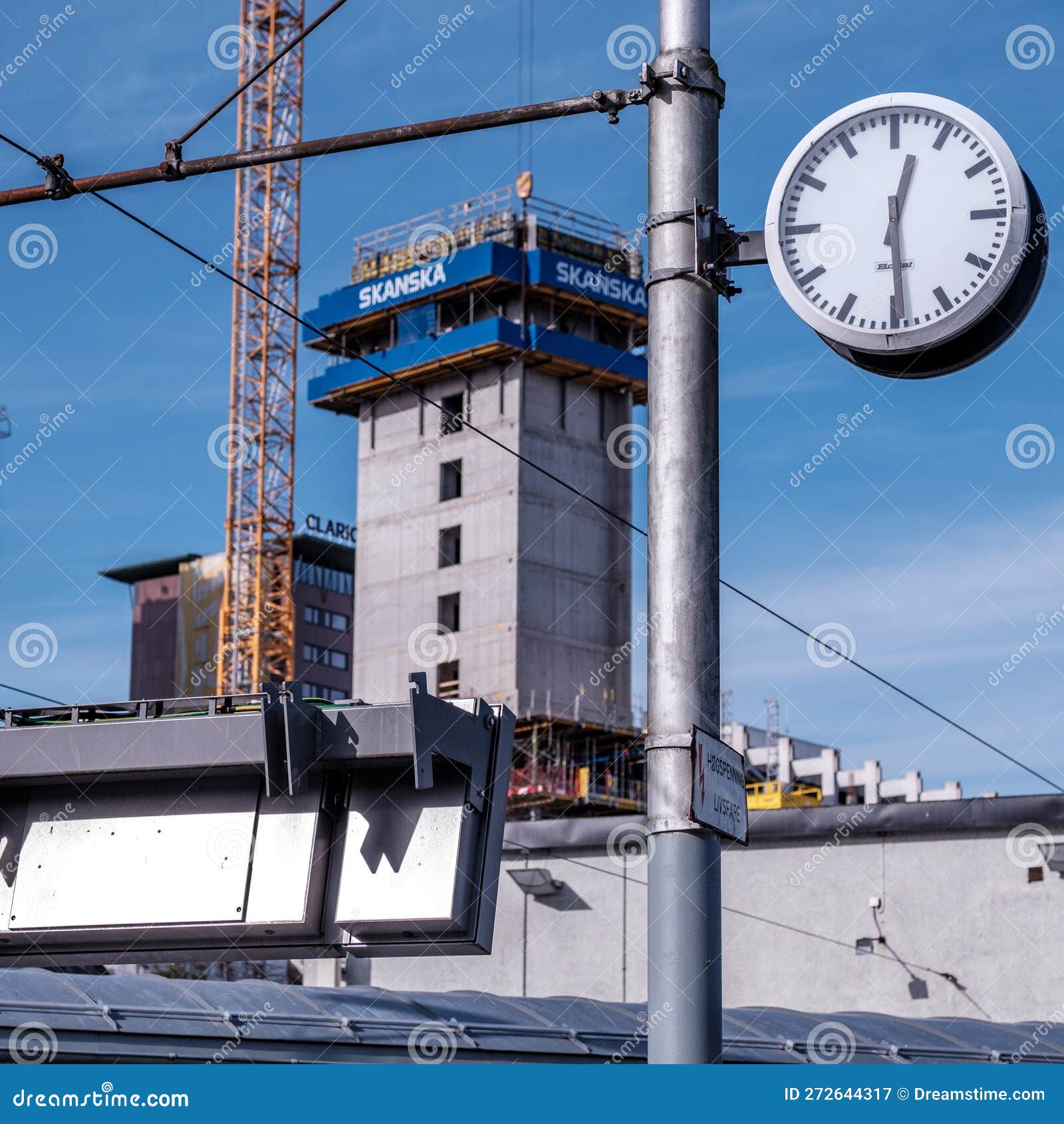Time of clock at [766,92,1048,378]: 12:29
